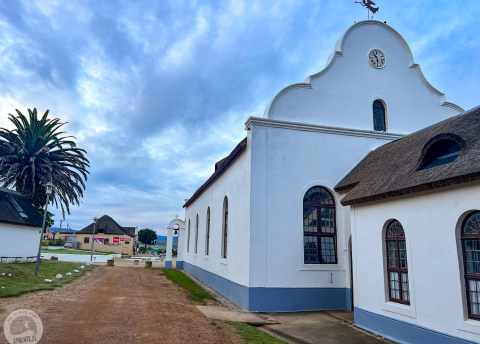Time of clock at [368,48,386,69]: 5:54
